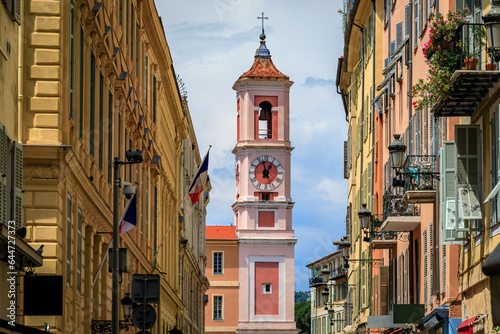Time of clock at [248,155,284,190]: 12:57
